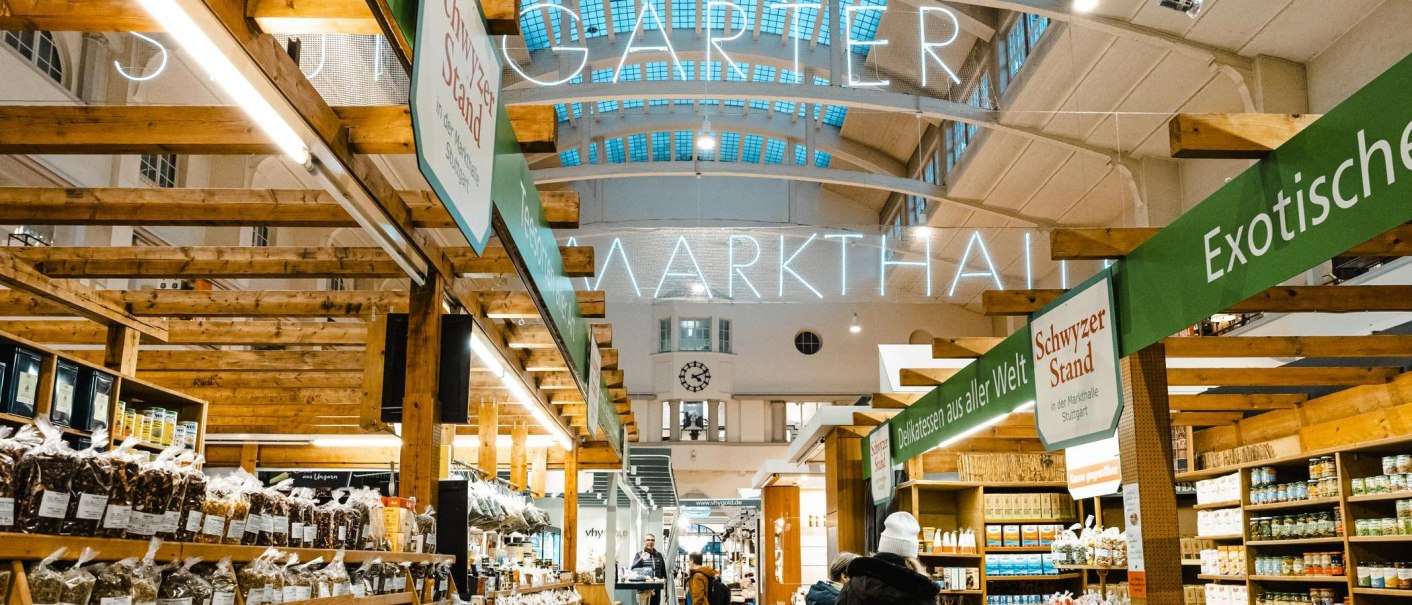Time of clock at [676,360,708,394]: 4:11
